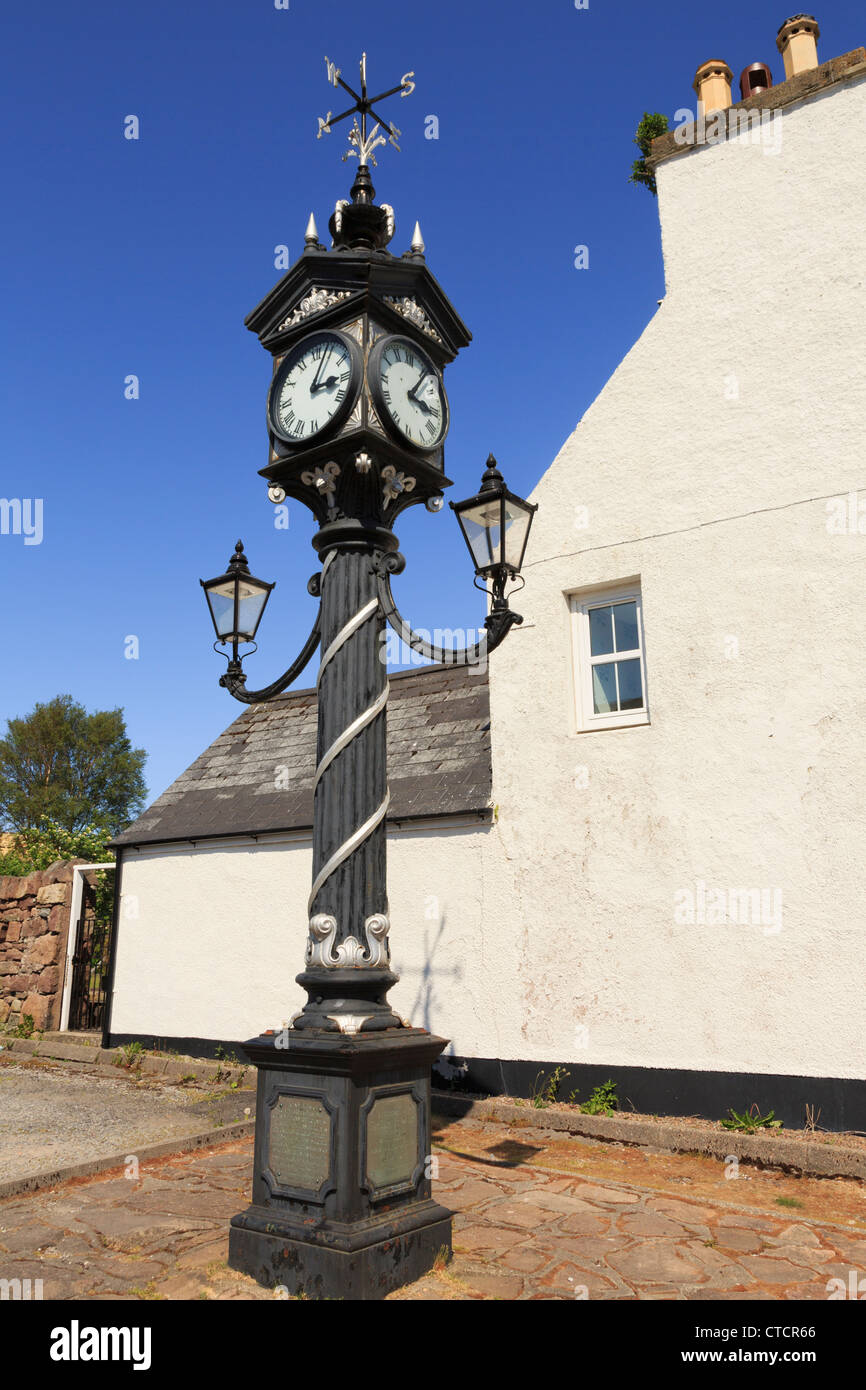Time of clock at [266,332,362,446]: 3:04
